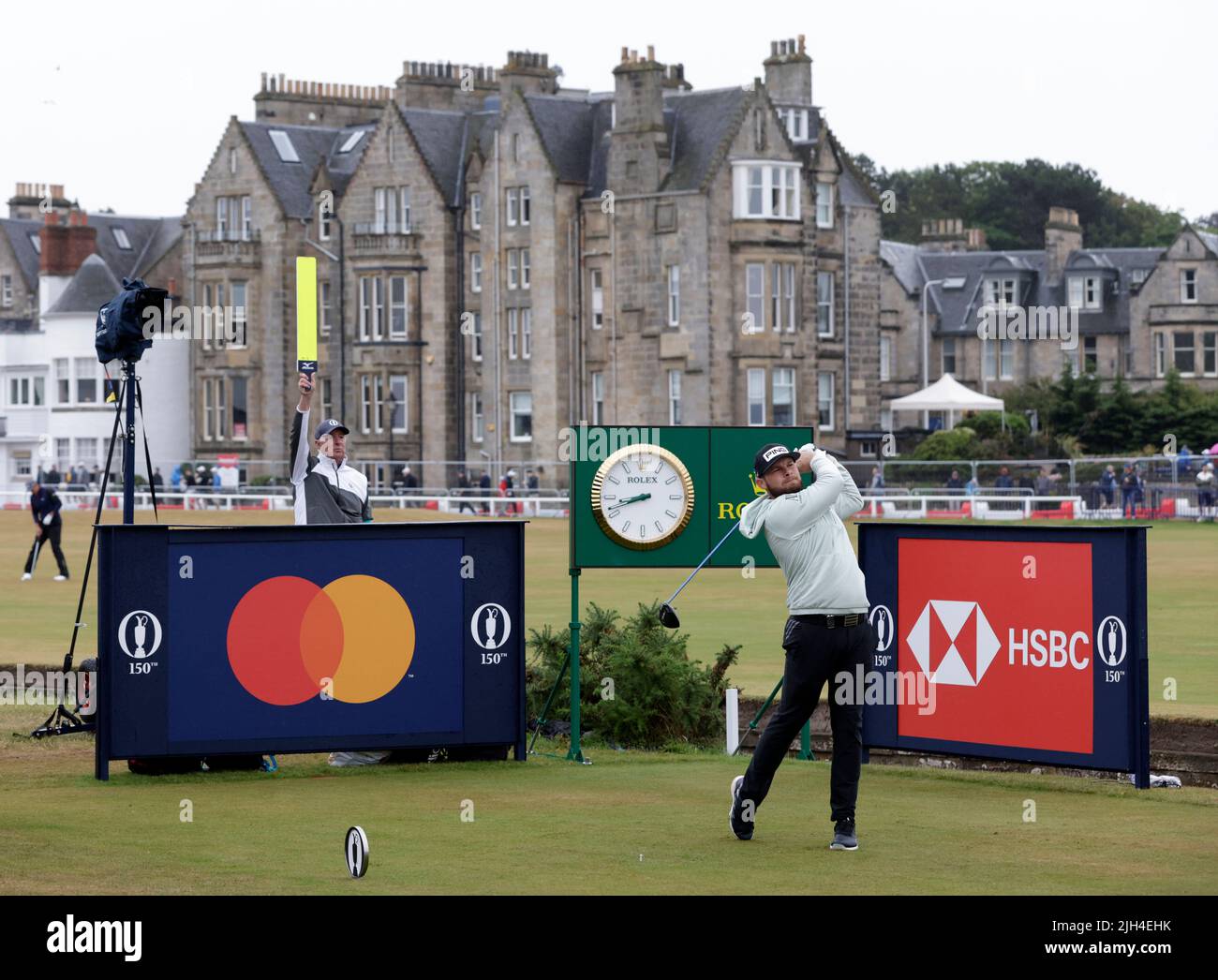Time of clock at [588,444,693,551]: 8:41
